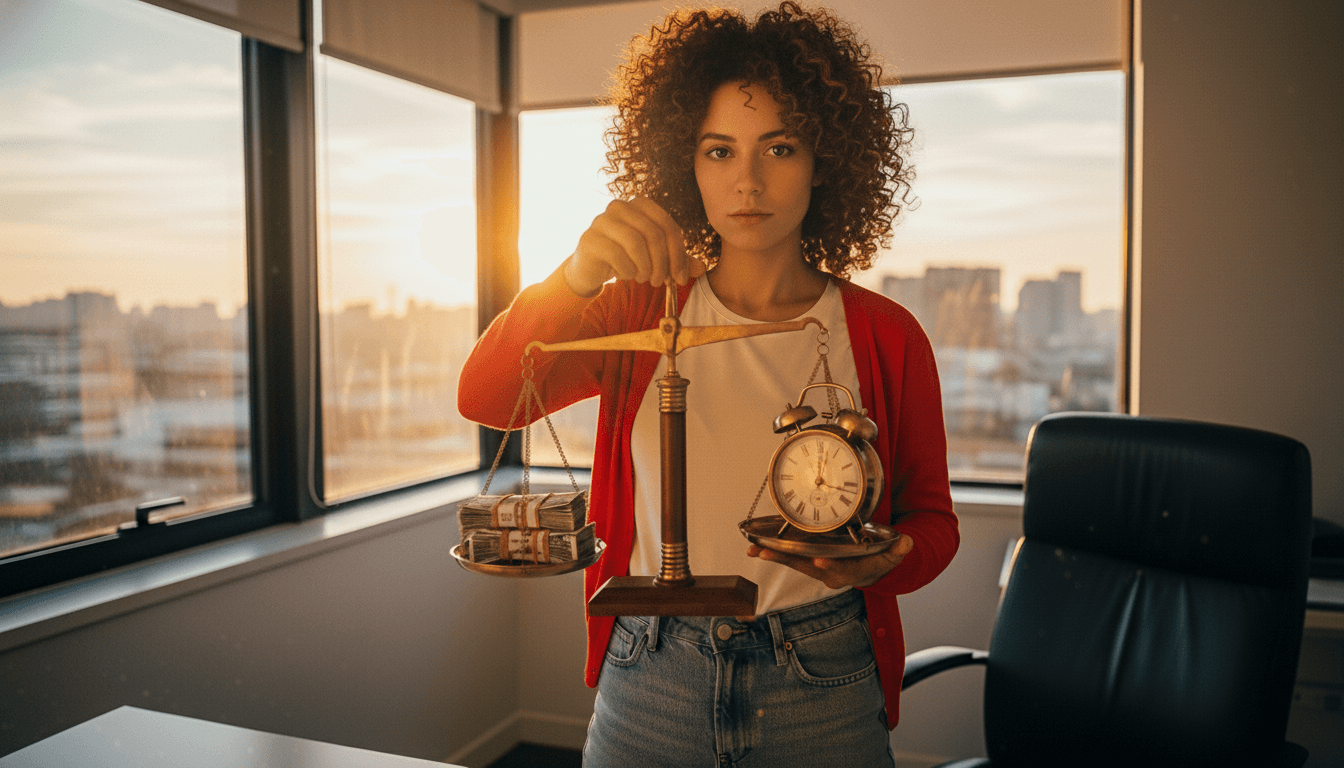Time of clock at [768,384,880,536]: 12:16
